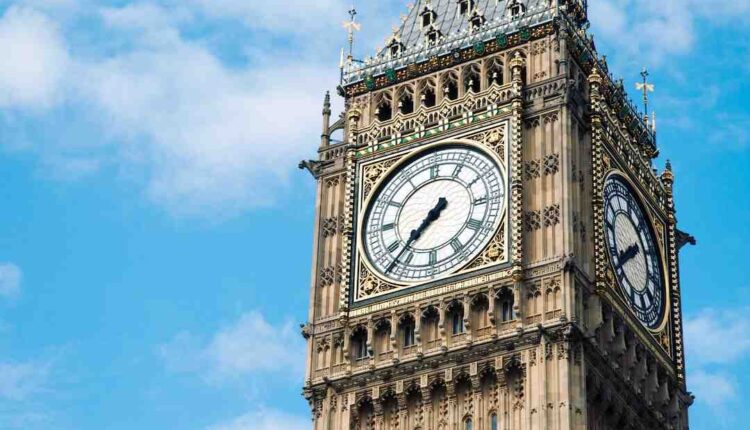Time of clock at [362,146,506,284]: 7:37
